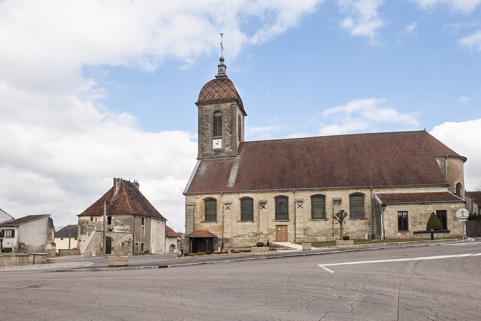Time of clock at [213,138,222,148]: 9:07
